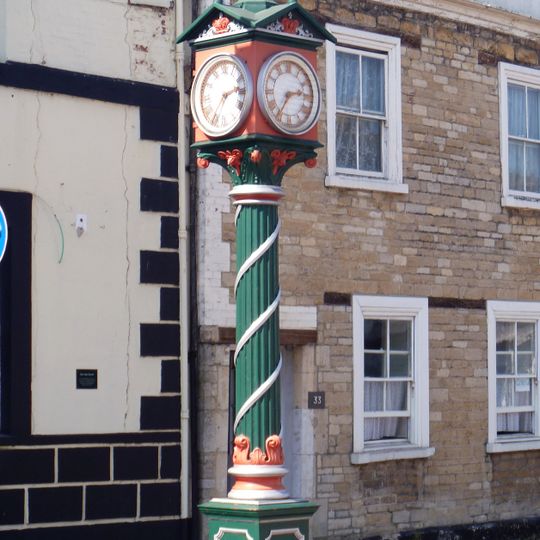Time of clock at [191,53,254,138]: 2:36
